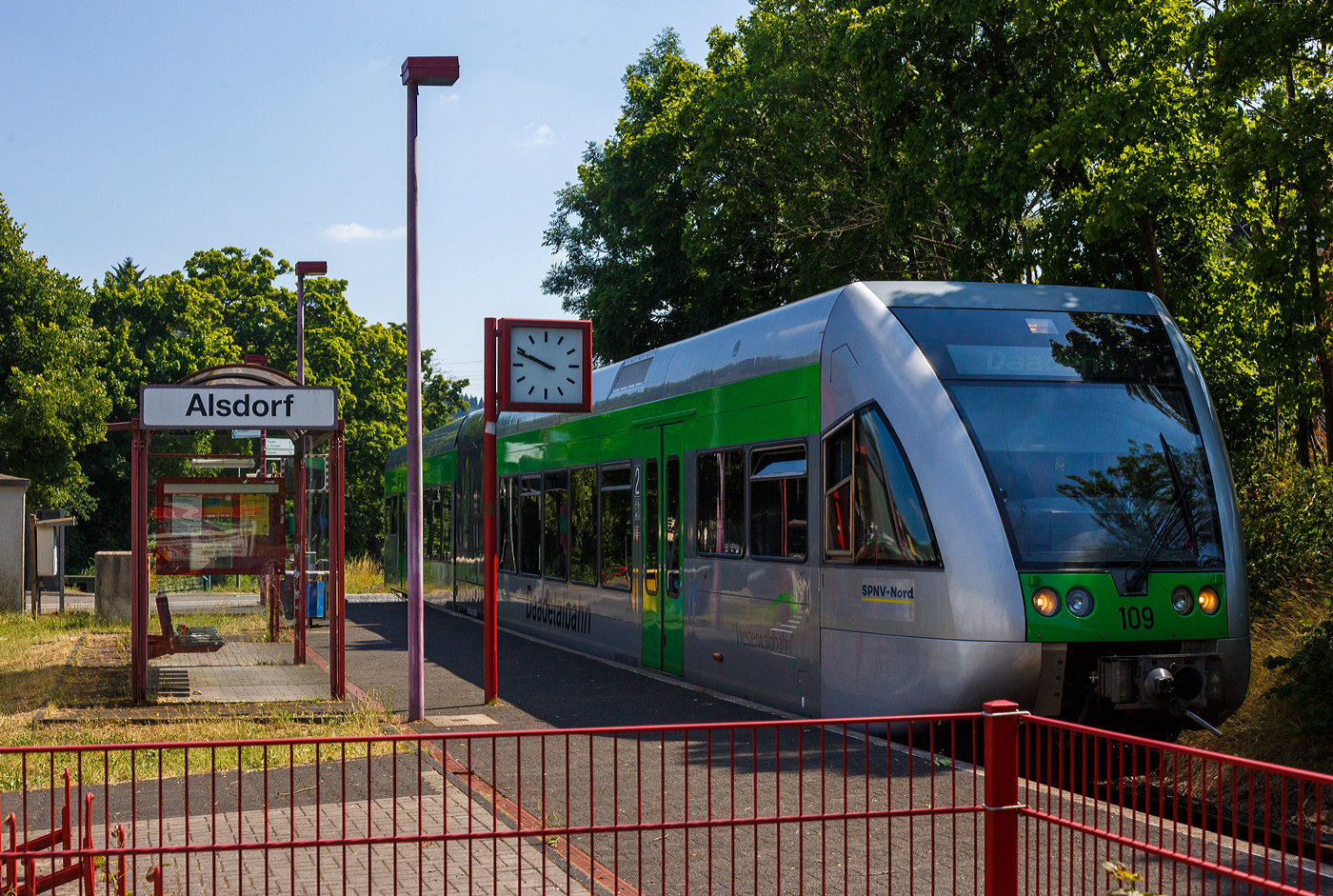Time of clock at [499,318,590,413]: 9:48
